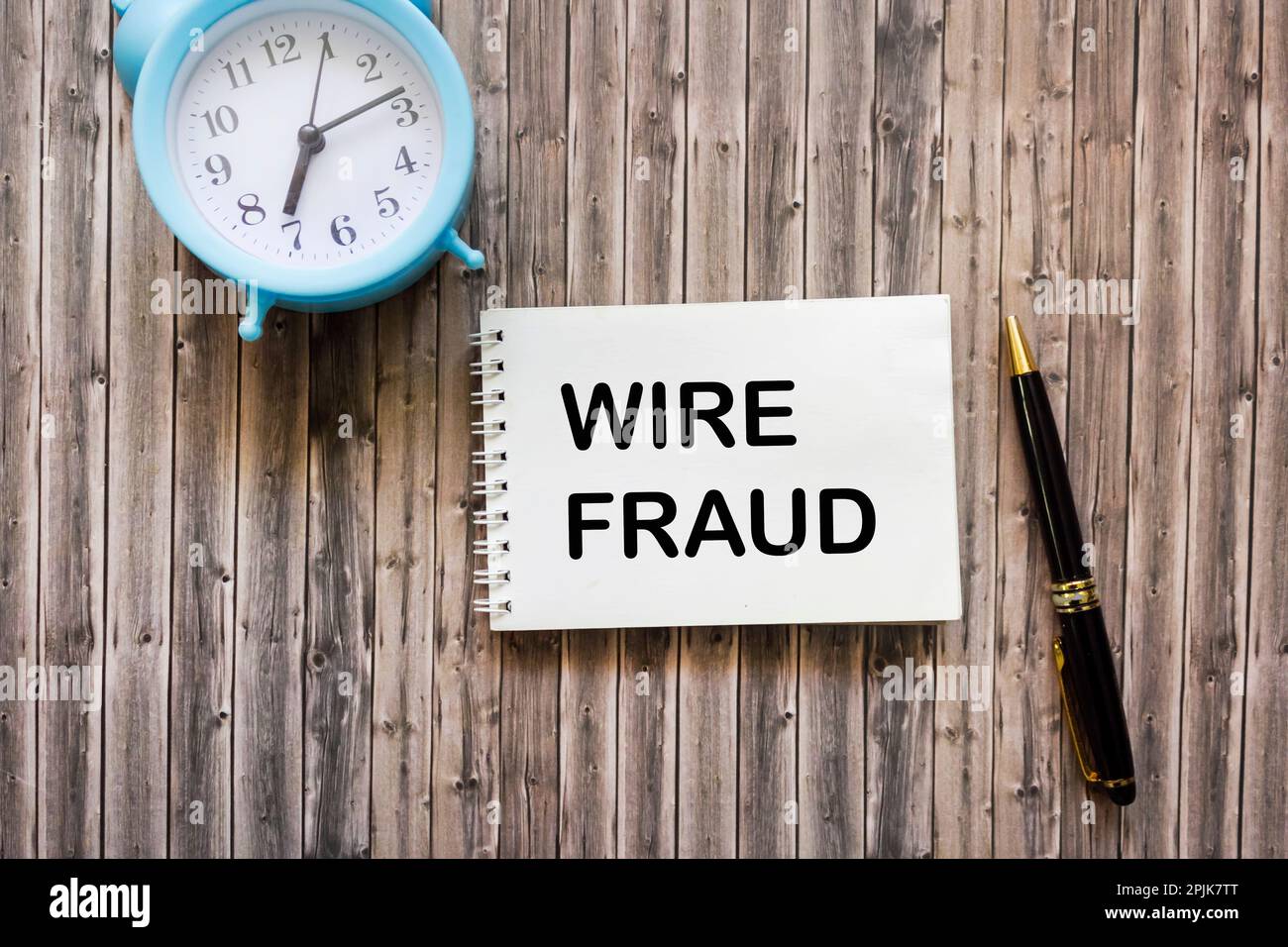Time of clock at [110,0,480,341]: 7:13
